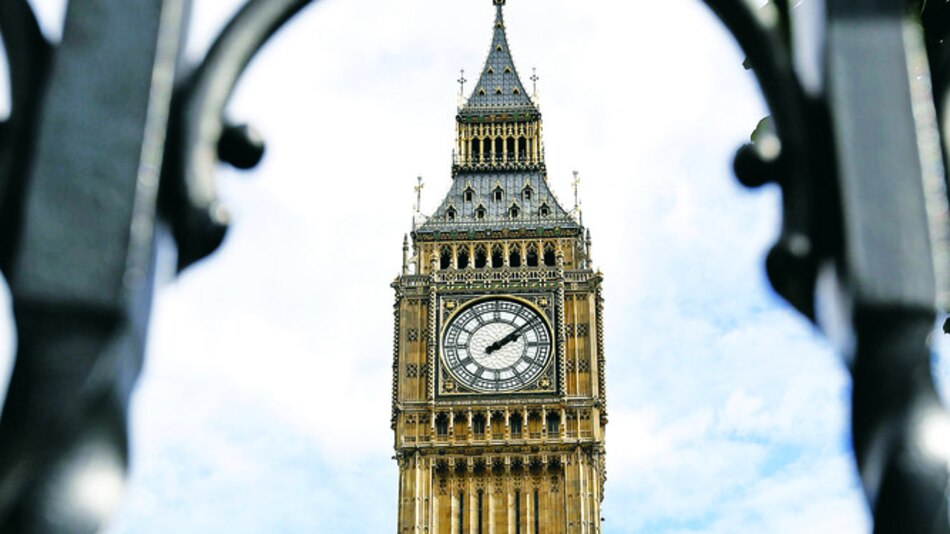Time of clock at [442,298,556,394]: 2:08
